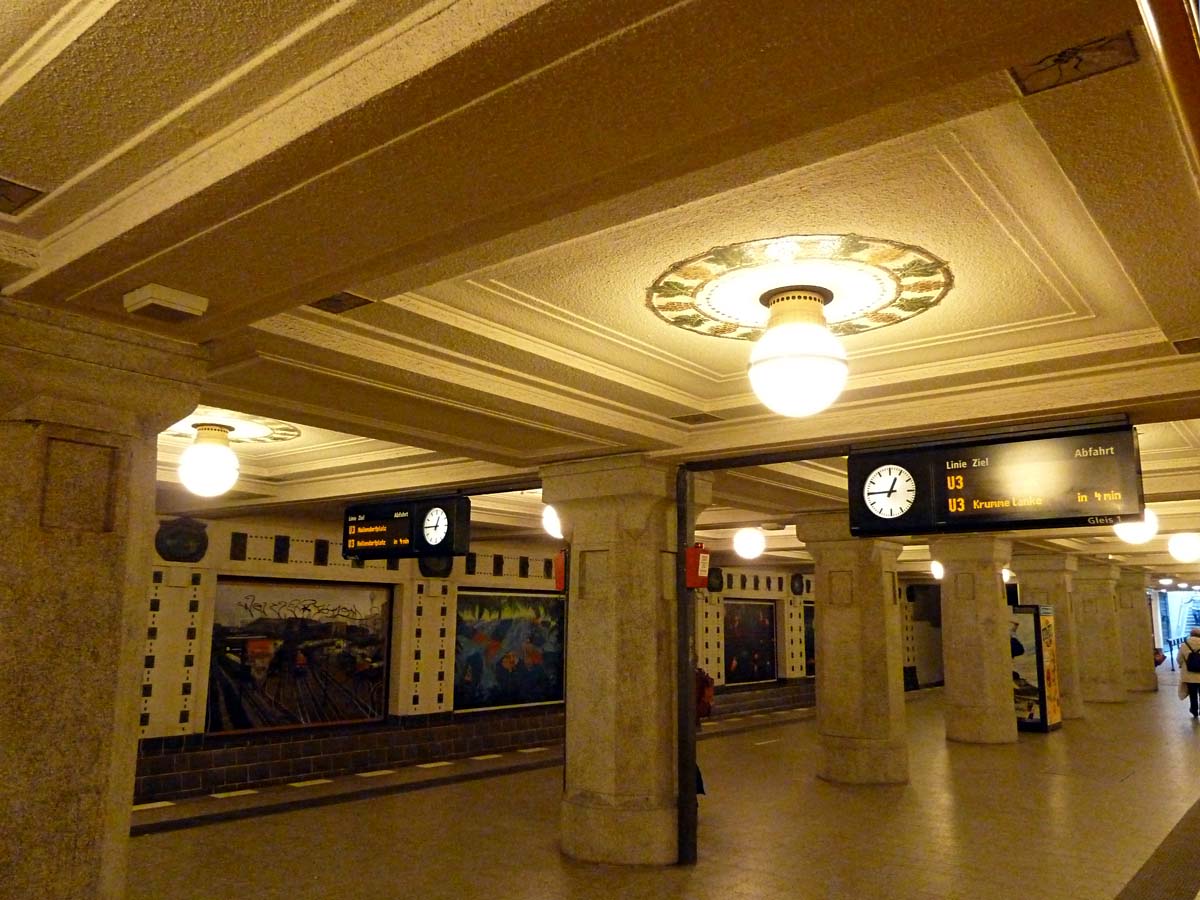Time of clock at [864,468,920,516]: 12:45
